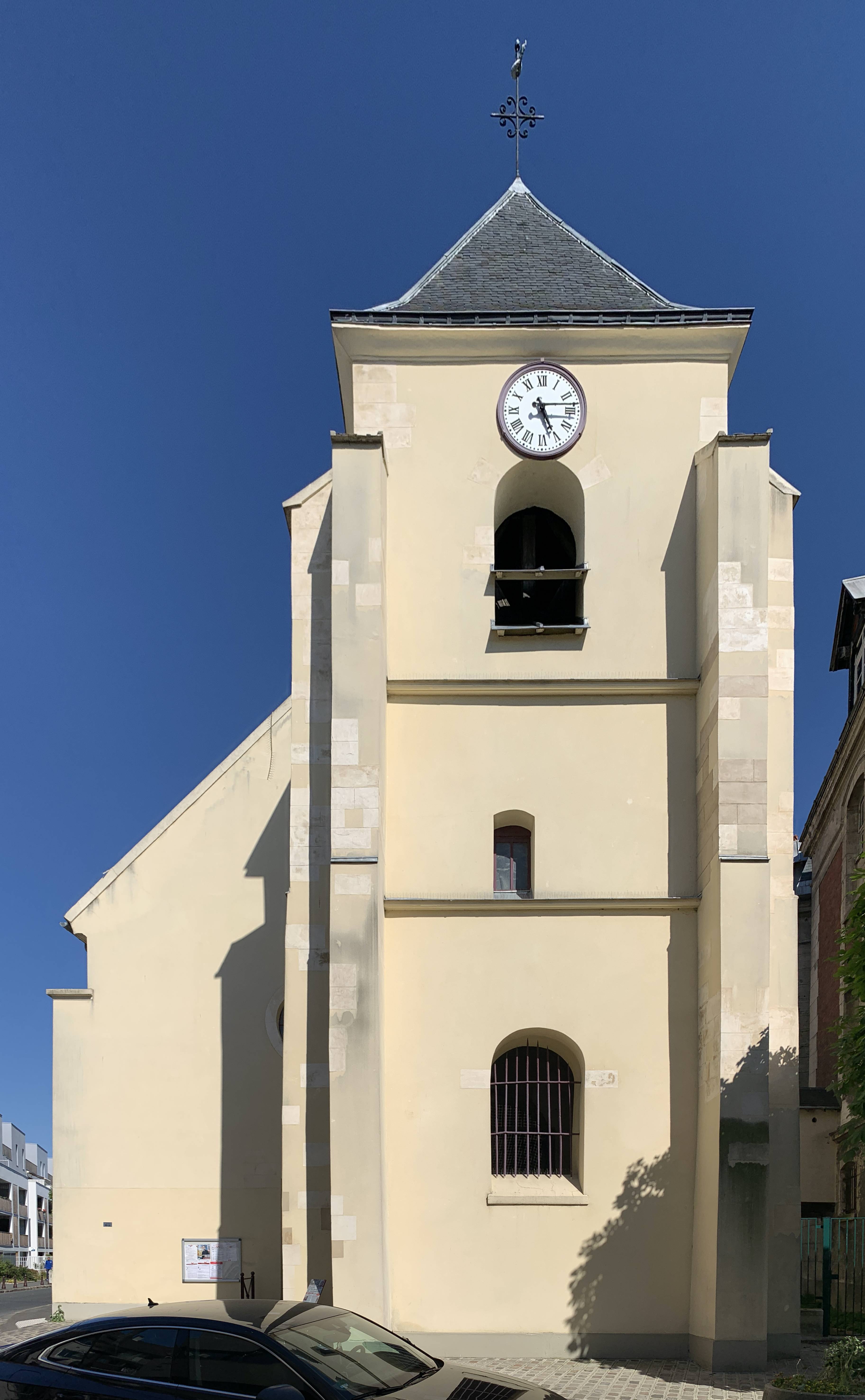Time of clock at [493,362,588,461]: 5:14
